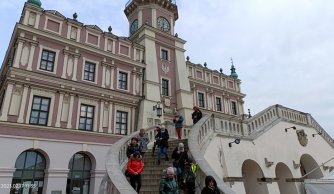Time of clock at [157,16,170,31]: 11:32
